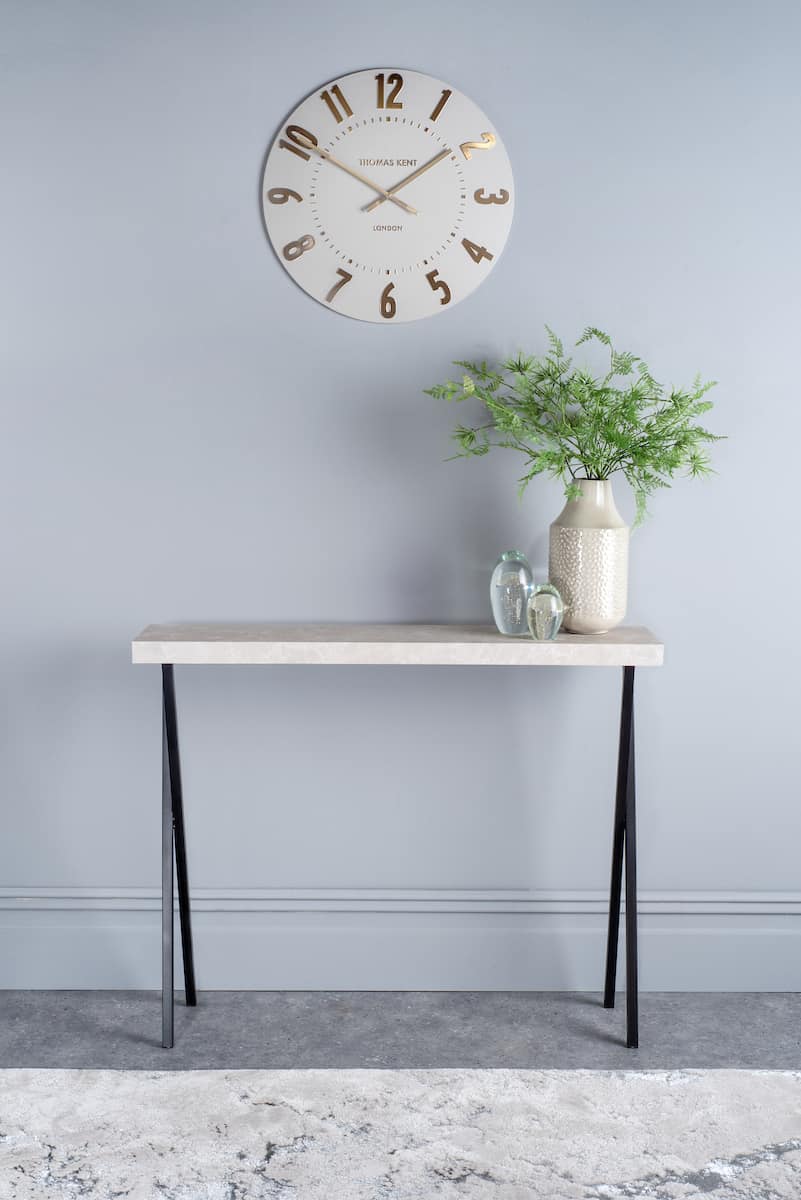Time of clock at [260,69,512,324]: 1:50
